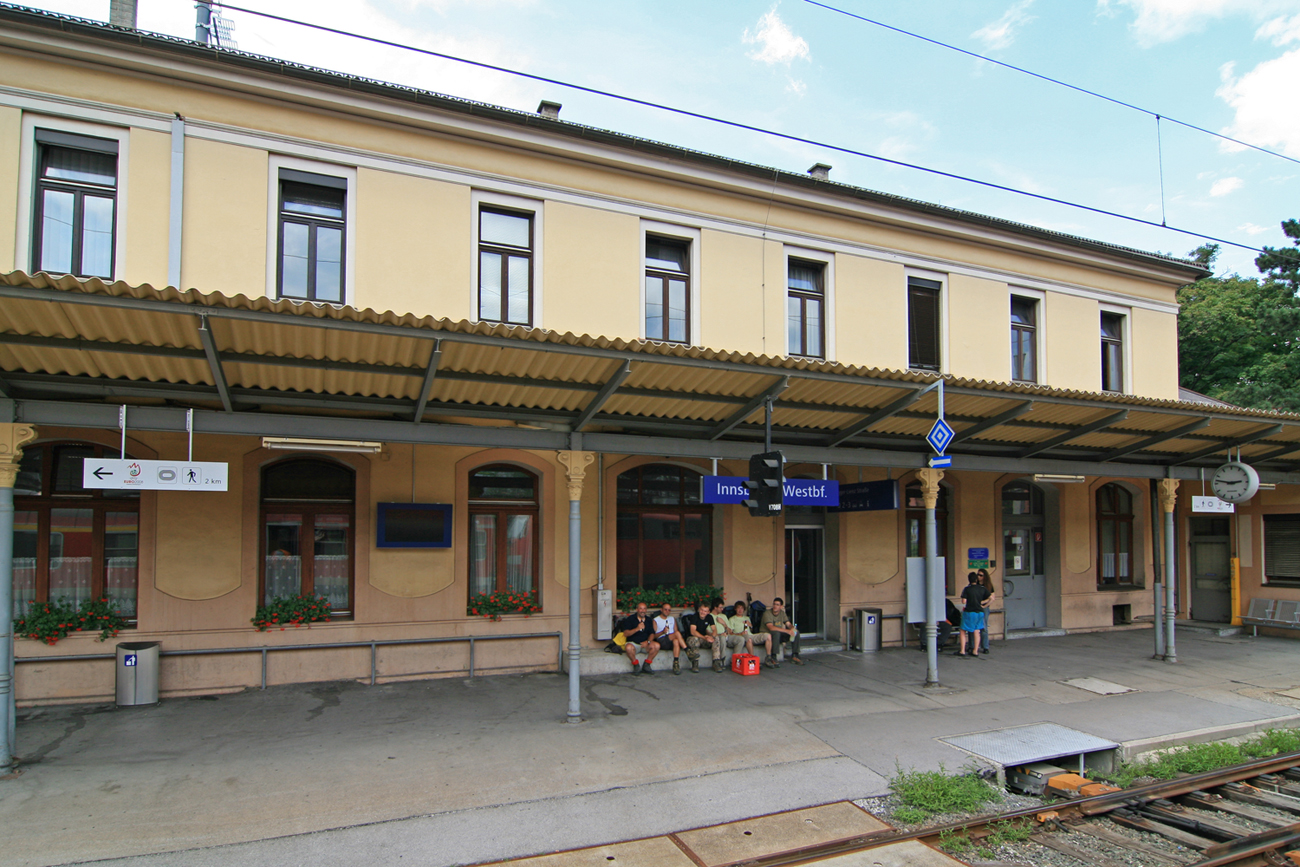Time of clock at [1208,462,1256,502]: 2:47
